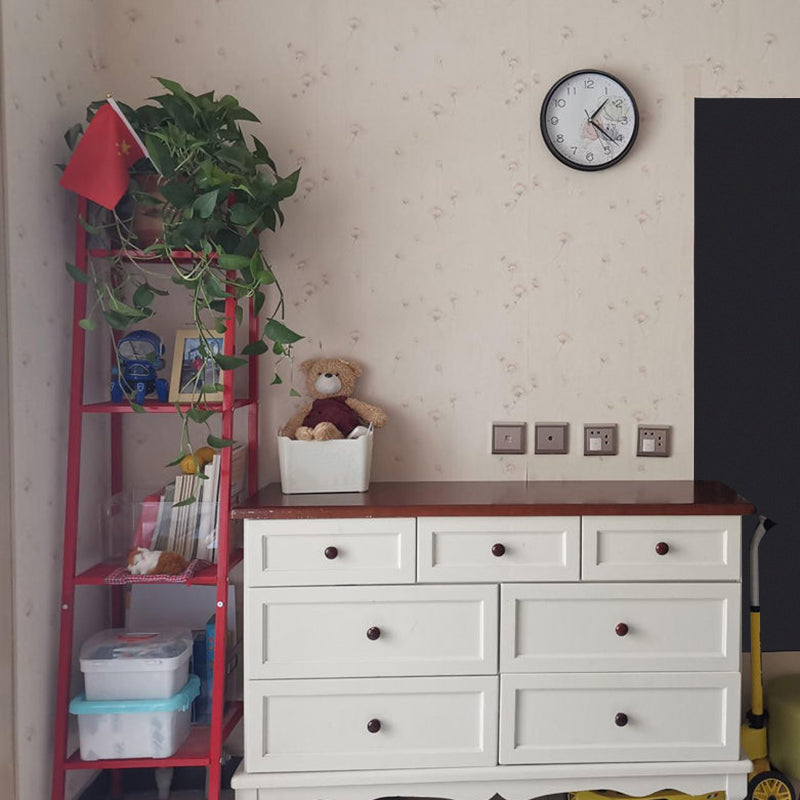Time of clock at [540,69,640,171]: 1:21
